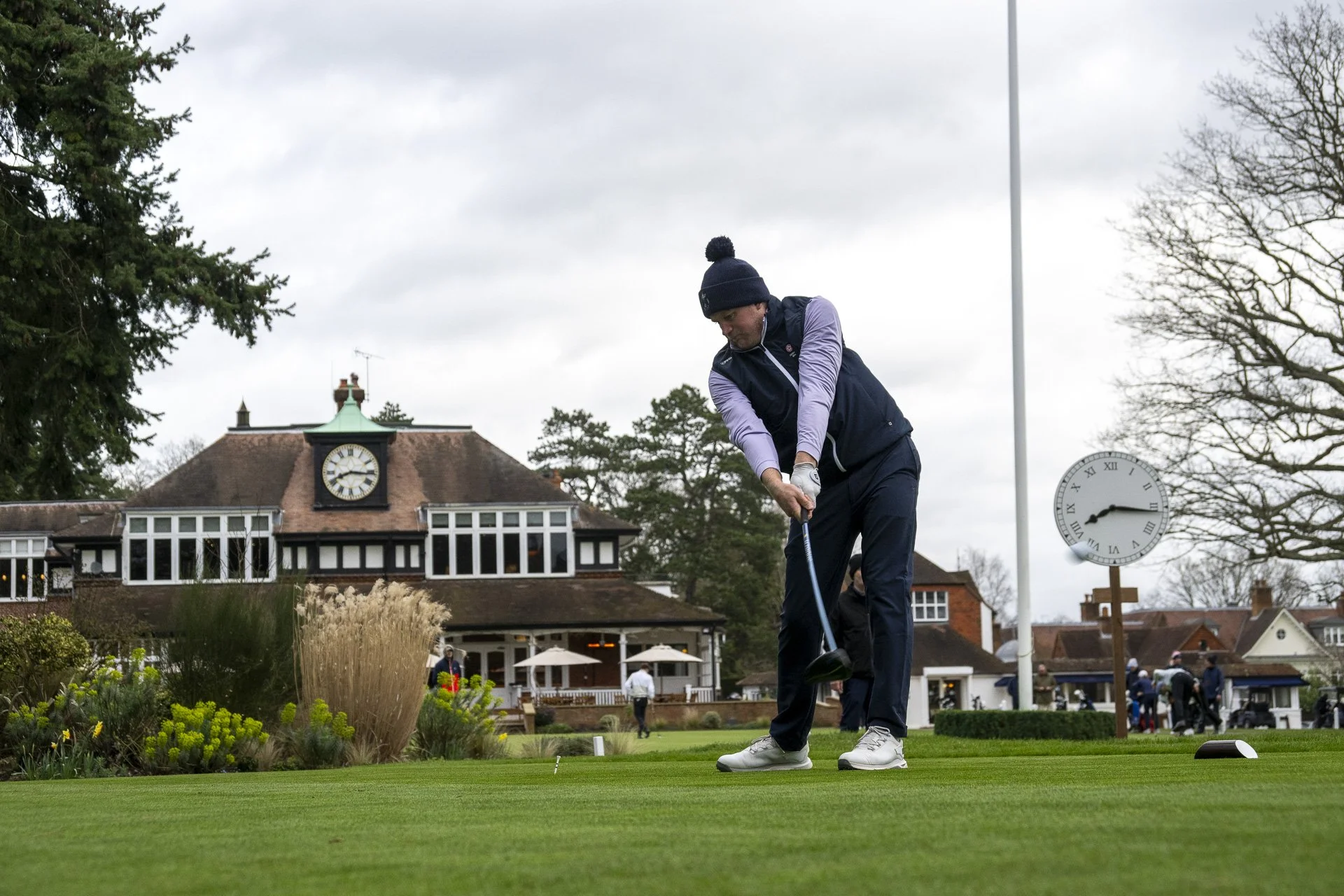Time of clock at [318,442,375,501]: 8:16
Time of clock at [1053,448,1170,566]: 8:16
